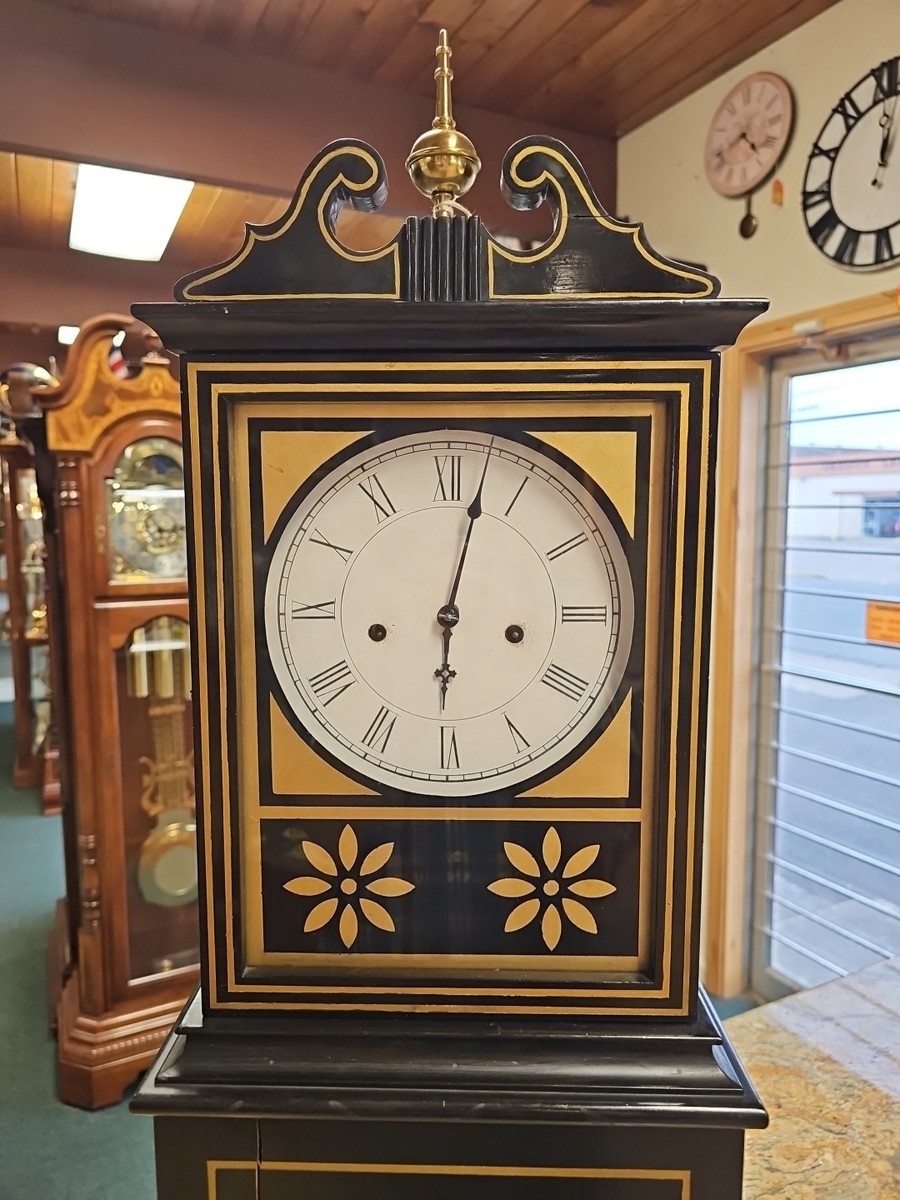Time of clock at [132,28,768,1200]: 6:02
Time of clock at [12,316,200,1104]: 6:02
